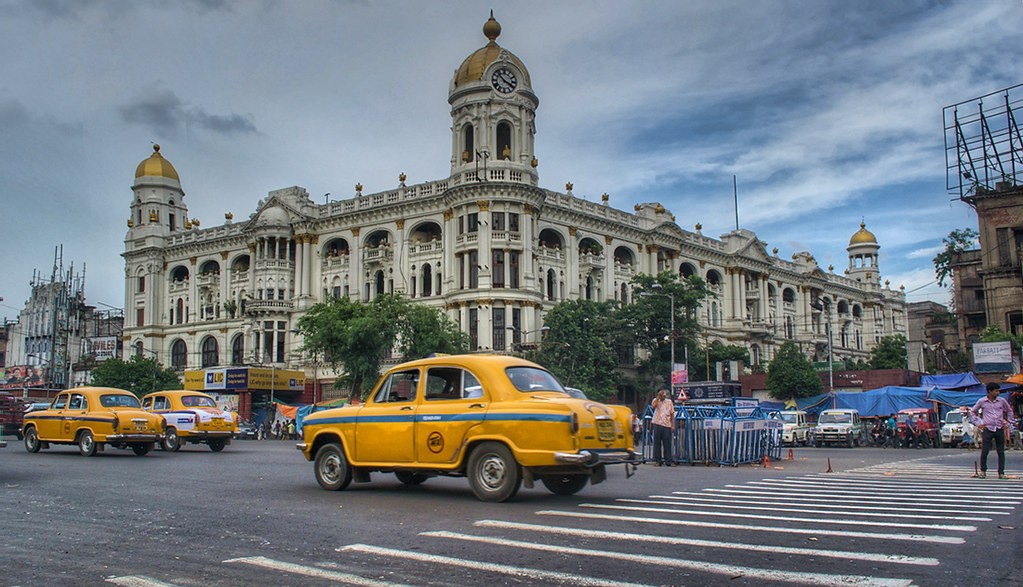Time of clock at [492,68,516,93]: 3:52
